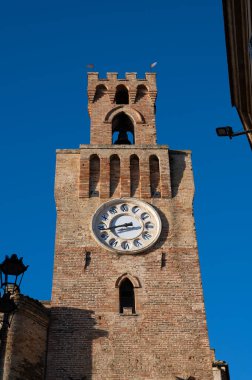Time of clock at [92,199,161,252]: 8:43
